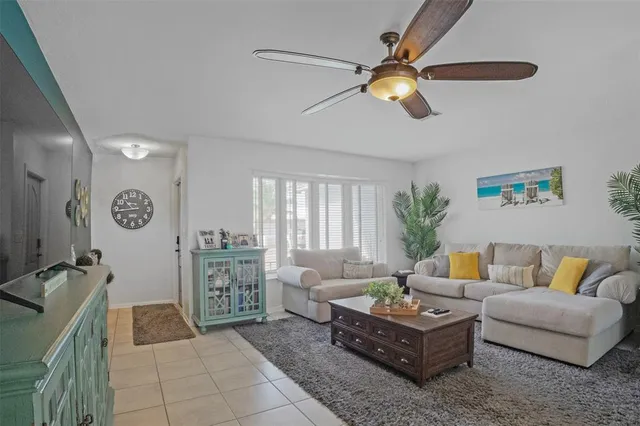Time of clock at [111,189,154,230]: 10:44
